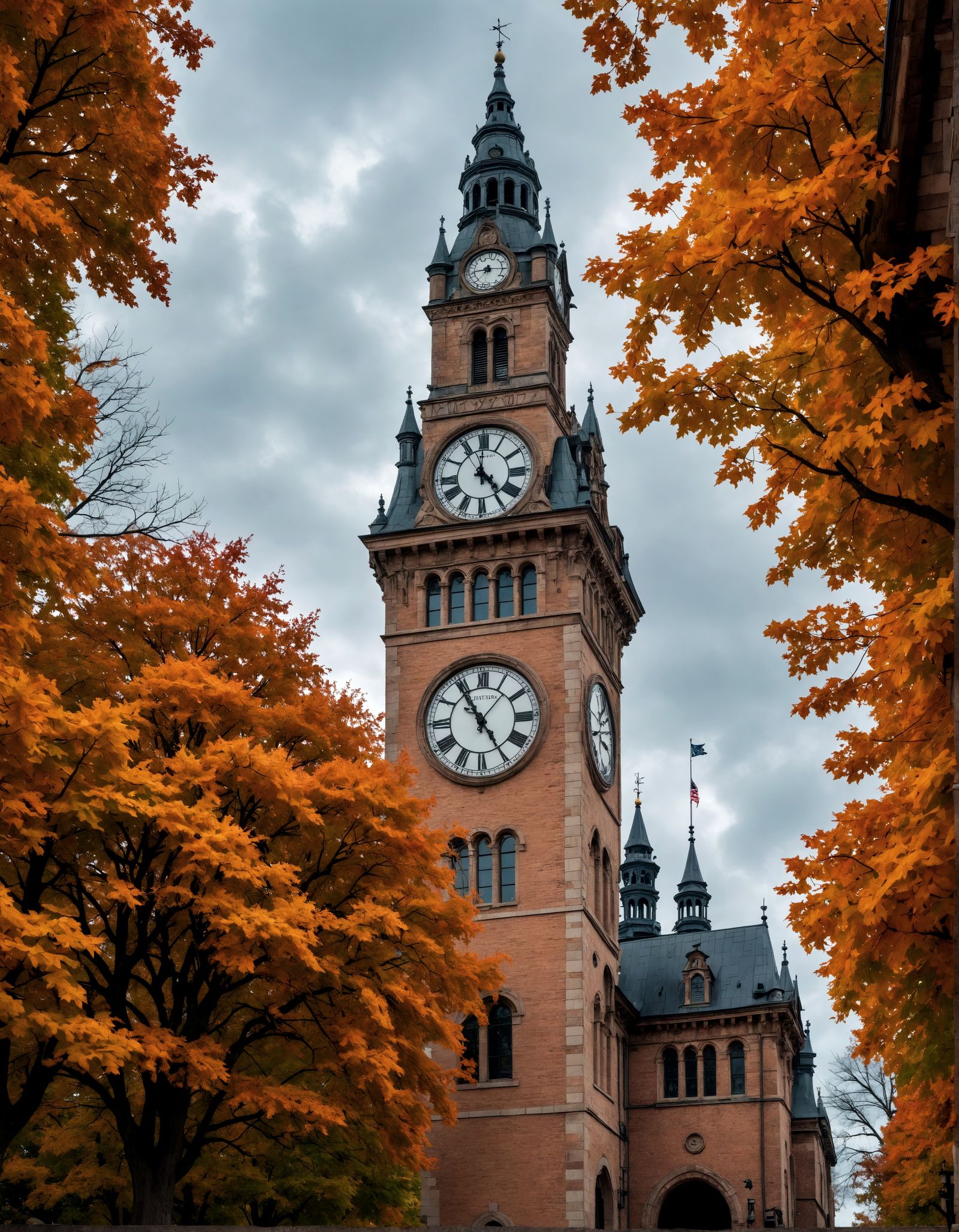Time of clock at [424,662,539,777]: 4:54
